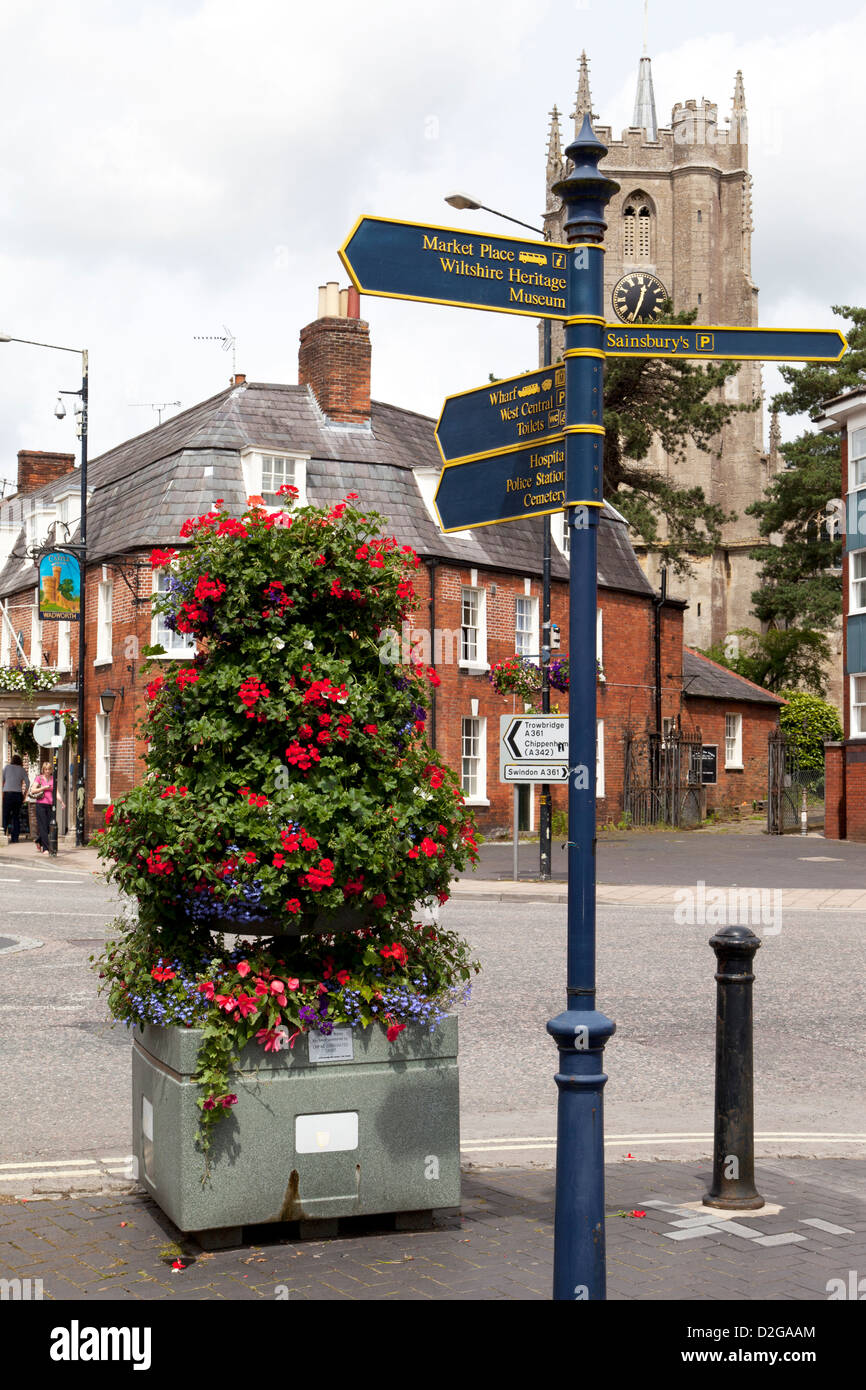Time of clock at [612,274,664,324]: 12:33
